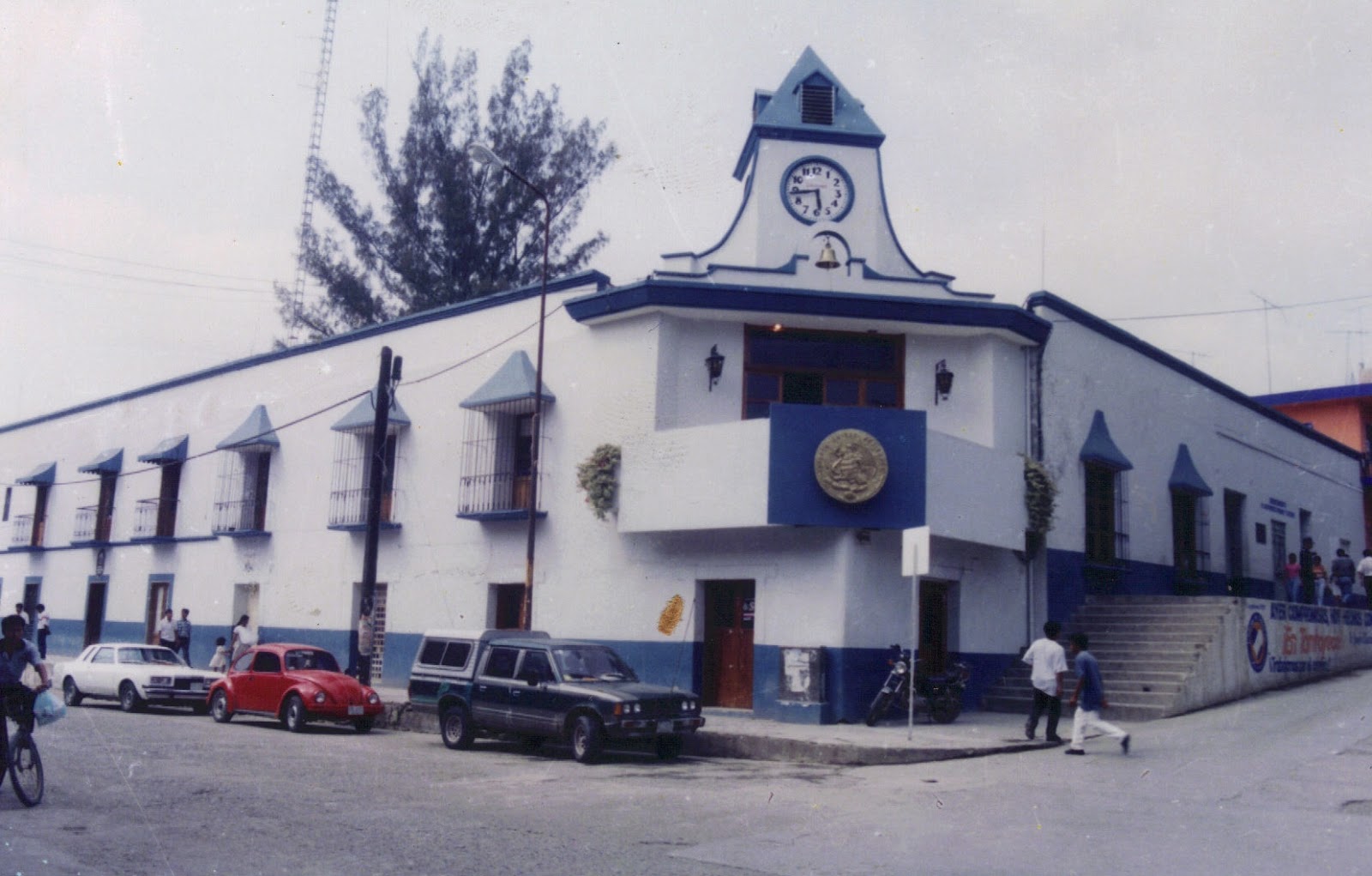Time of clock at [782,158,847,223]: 5:43
